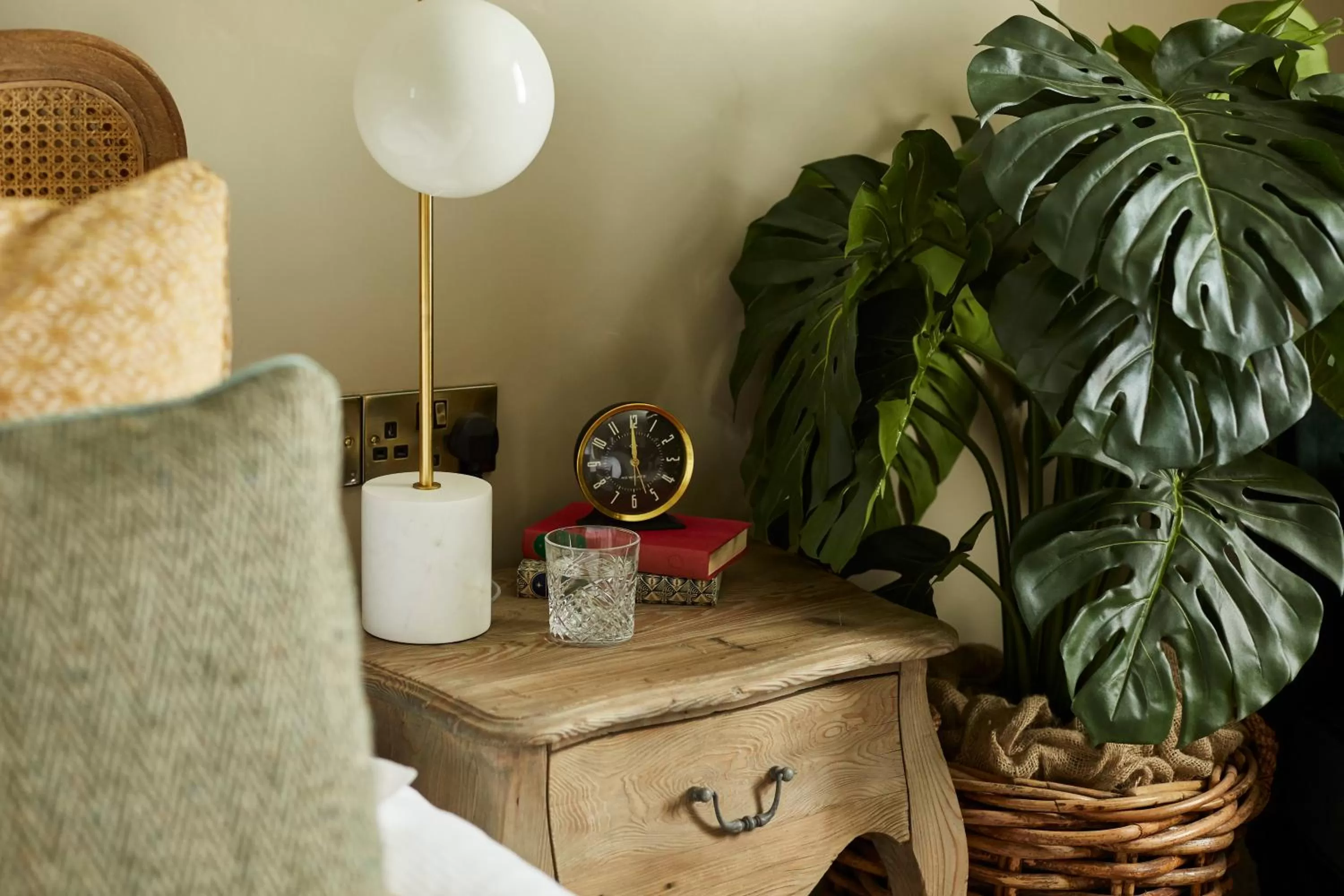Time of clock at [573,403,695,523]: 11:59
